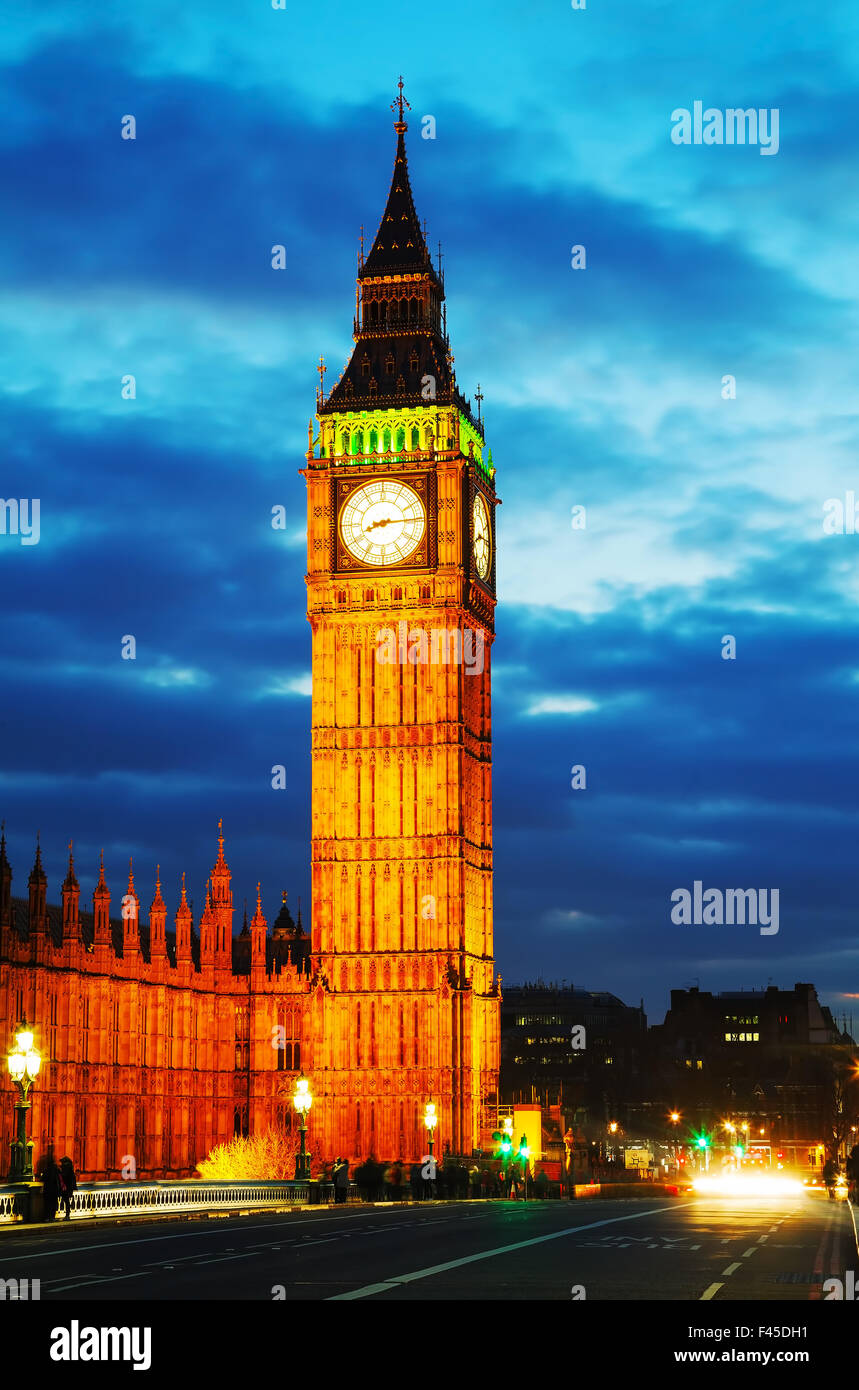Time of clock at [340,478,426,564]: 8:14
